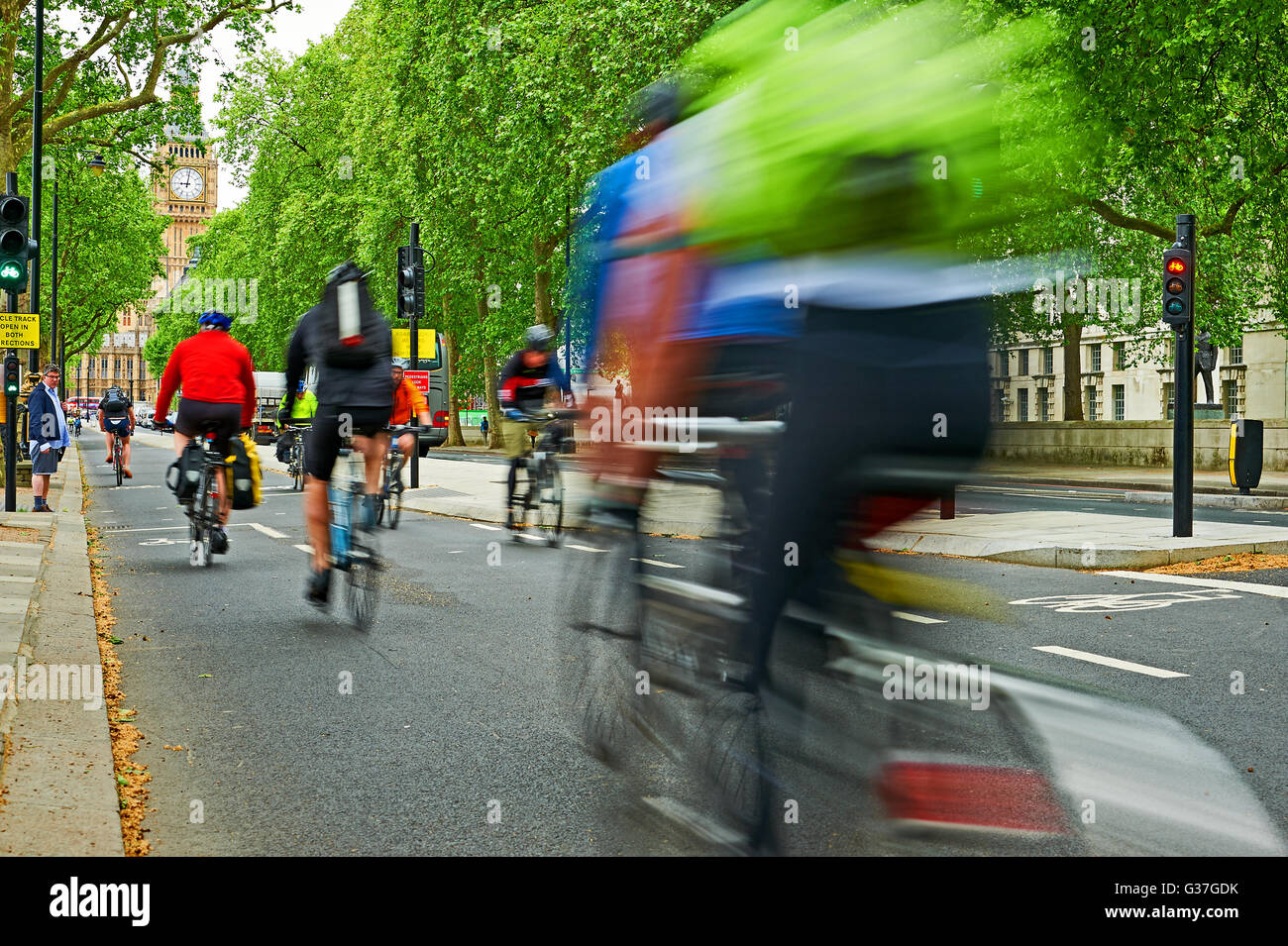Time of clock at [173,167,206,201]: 9:01
